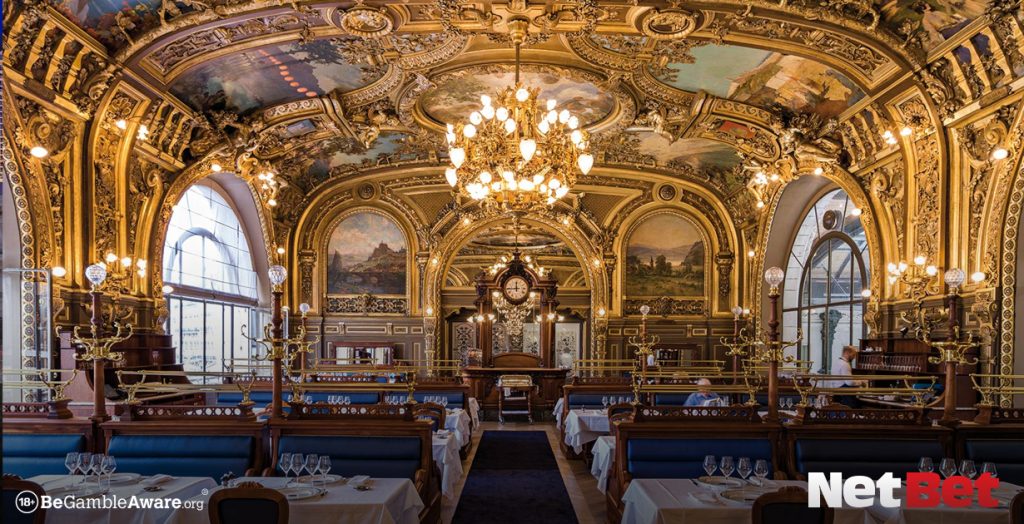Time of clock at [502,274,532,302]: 11:44
